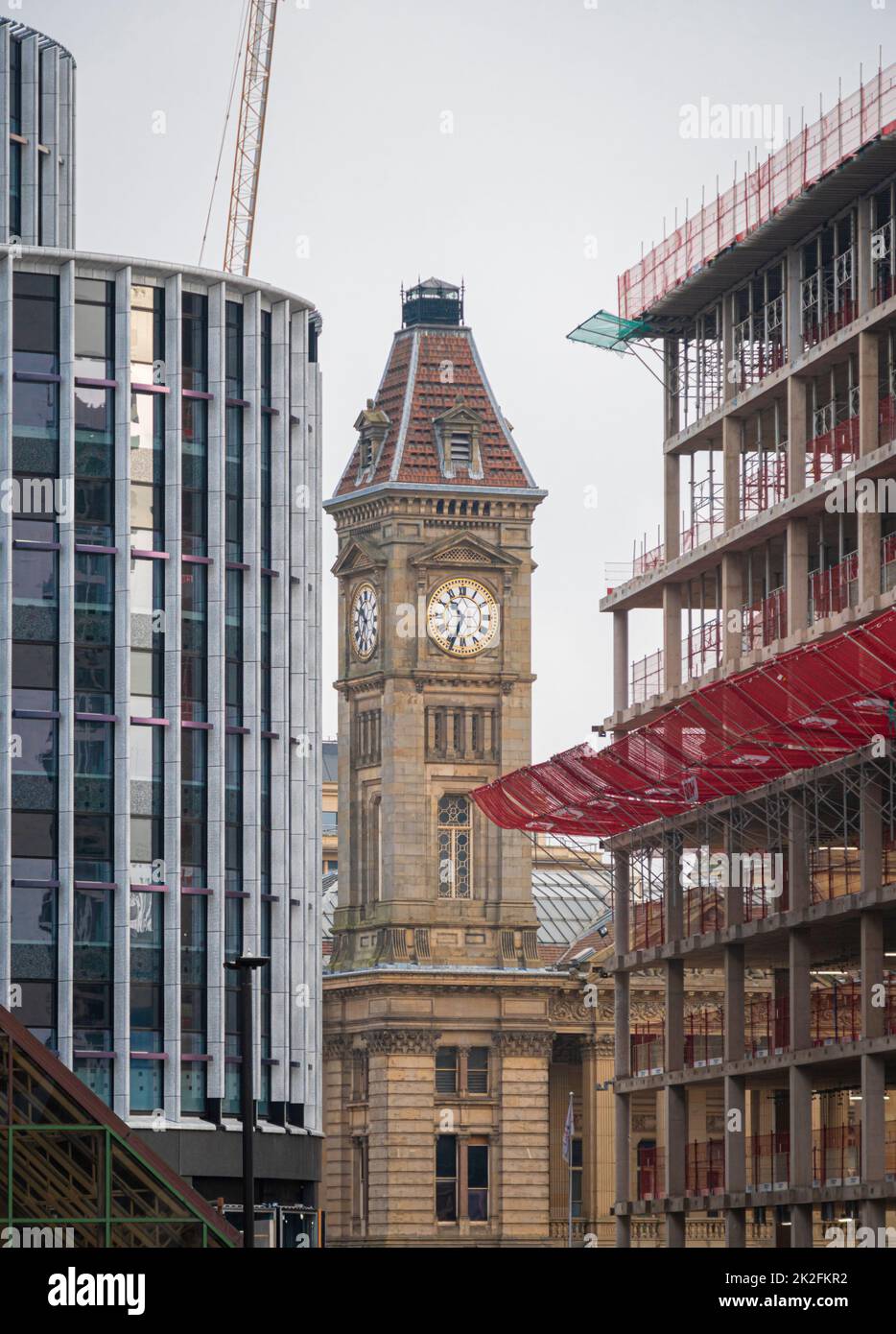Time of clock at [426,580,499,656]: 10:33
